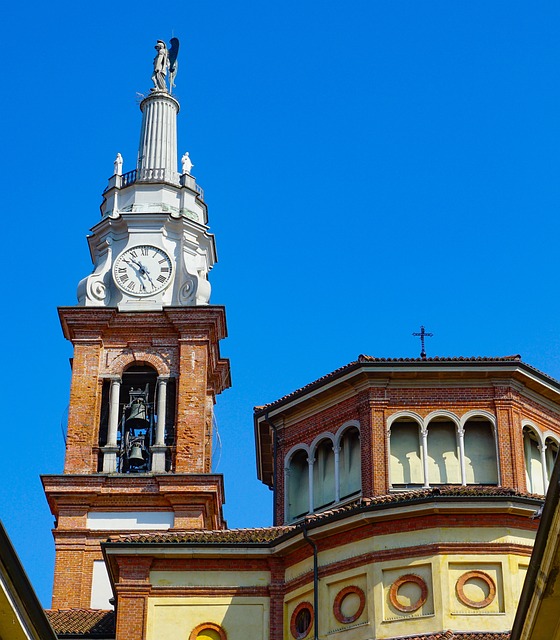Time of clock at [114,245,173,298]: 10:24
